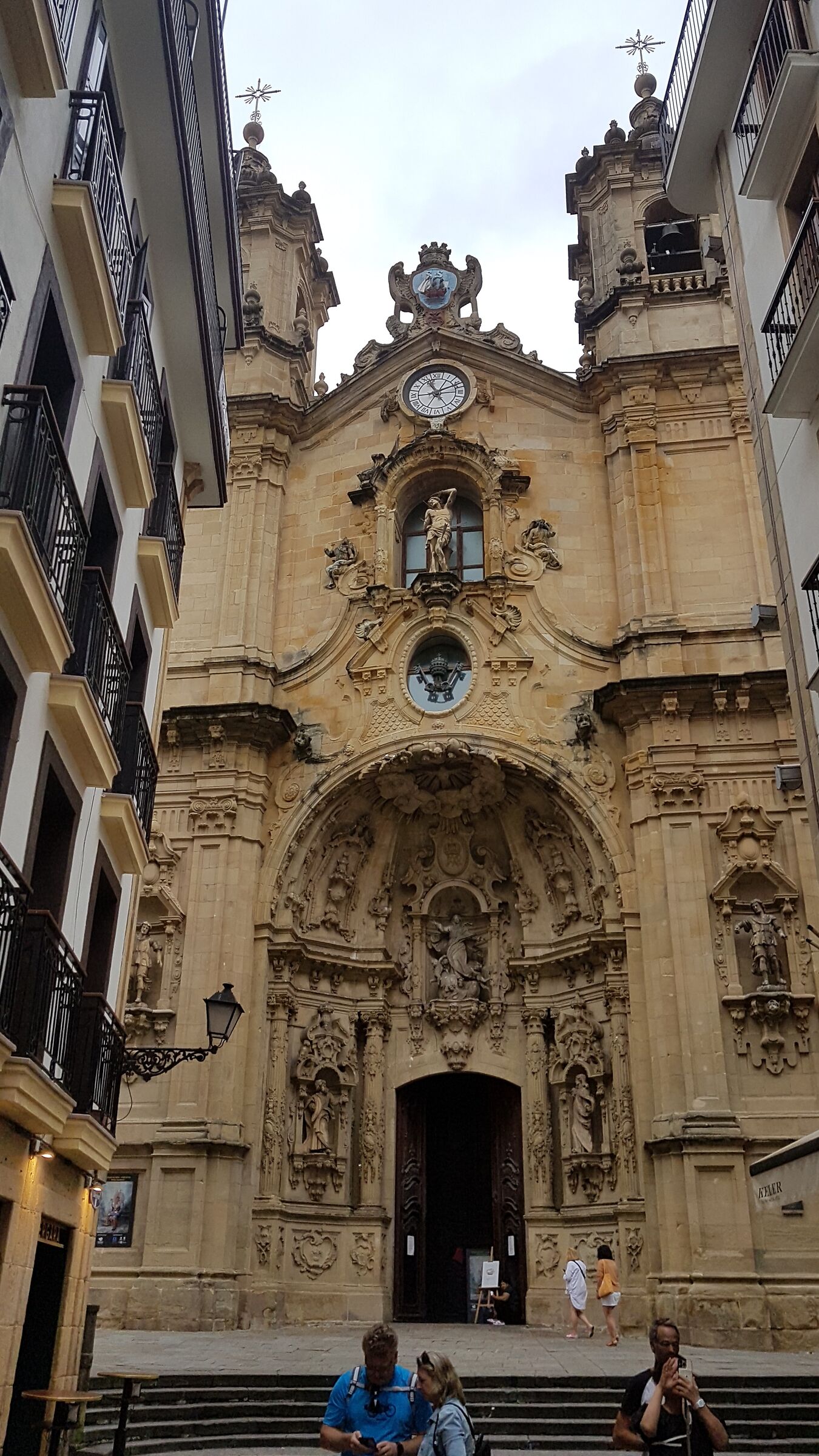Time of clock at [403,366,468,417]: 11:11
